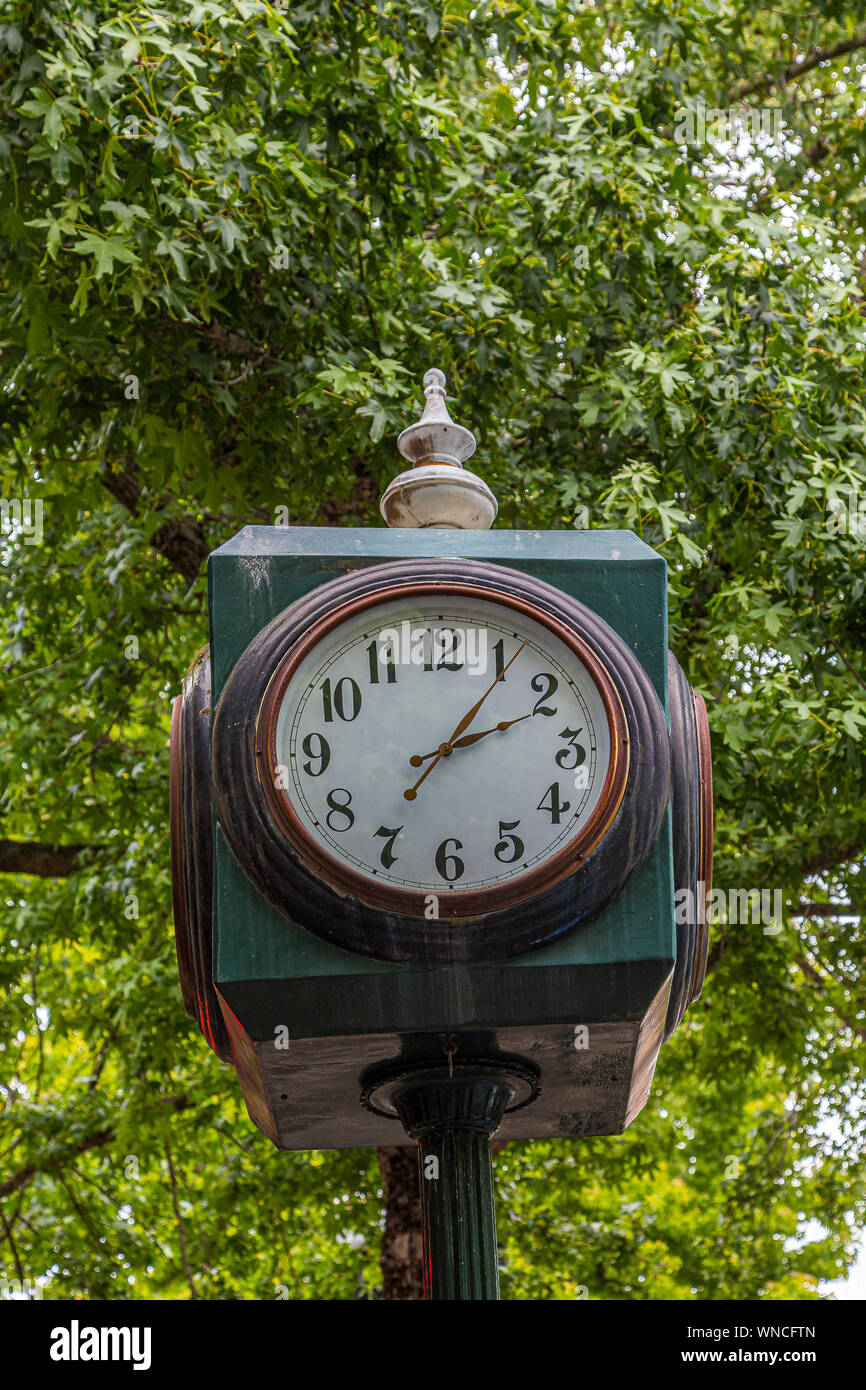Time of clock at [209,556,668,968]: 2:06
